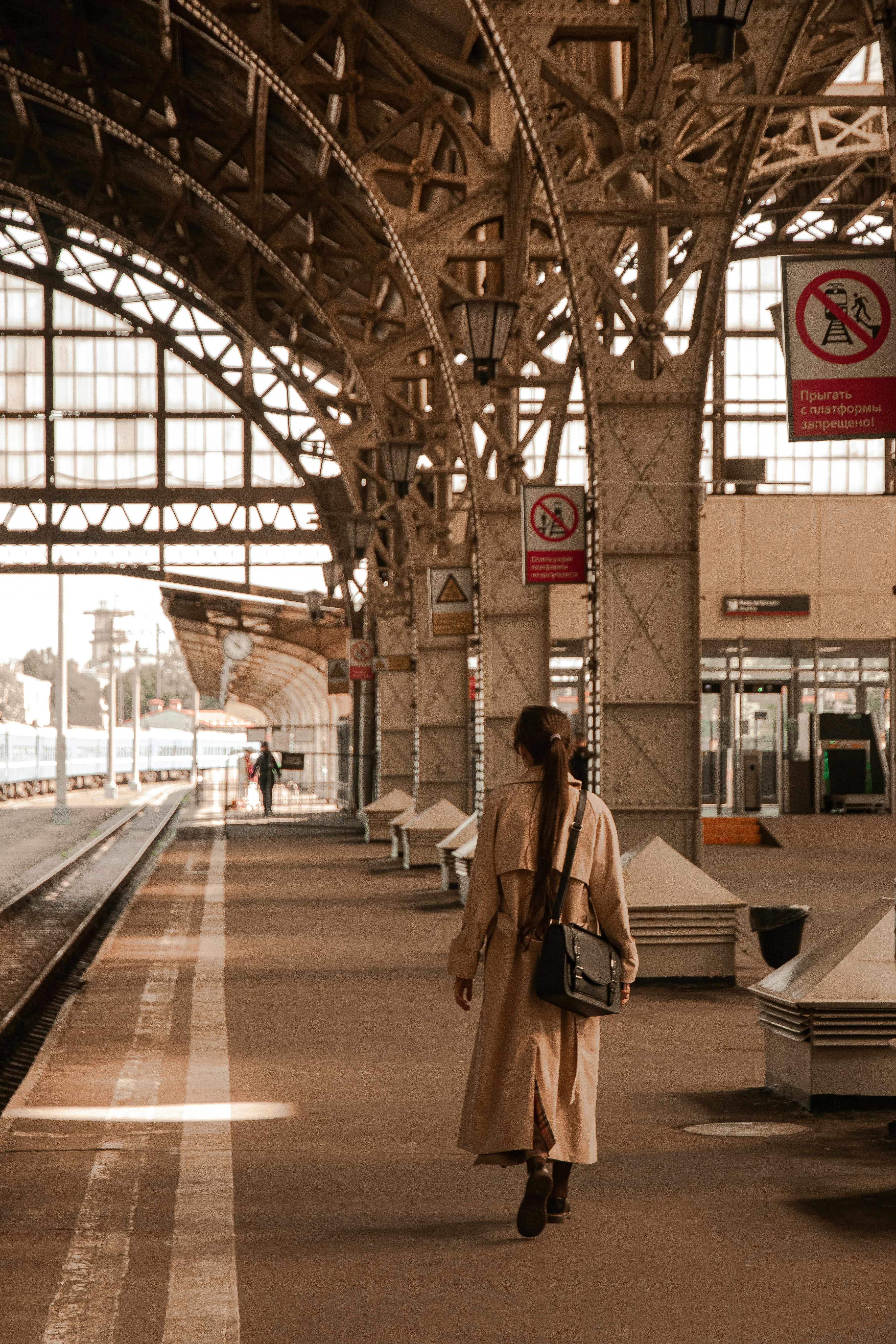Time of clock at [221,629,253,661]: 3:52
